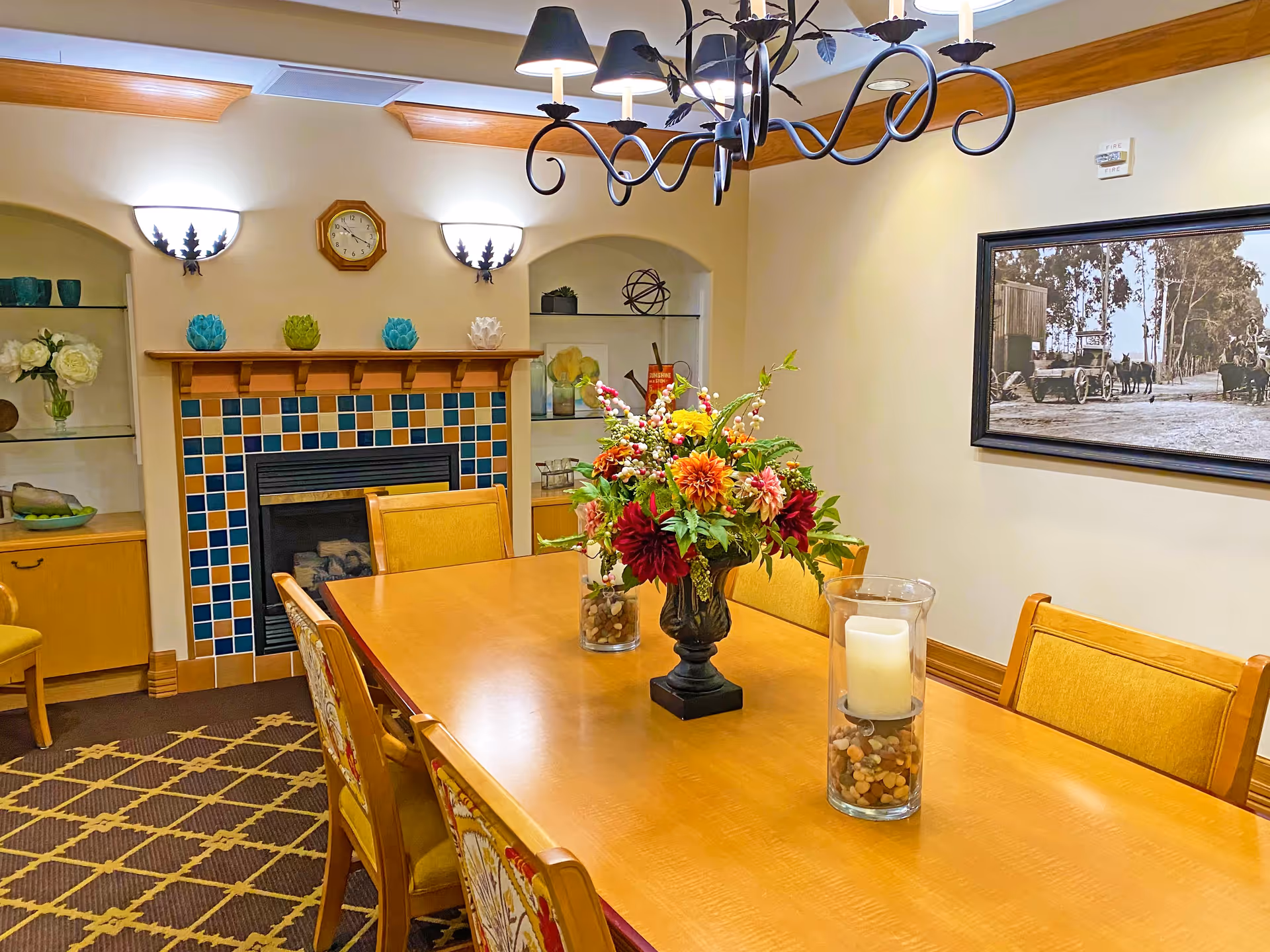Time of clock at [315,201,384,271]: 10:19
